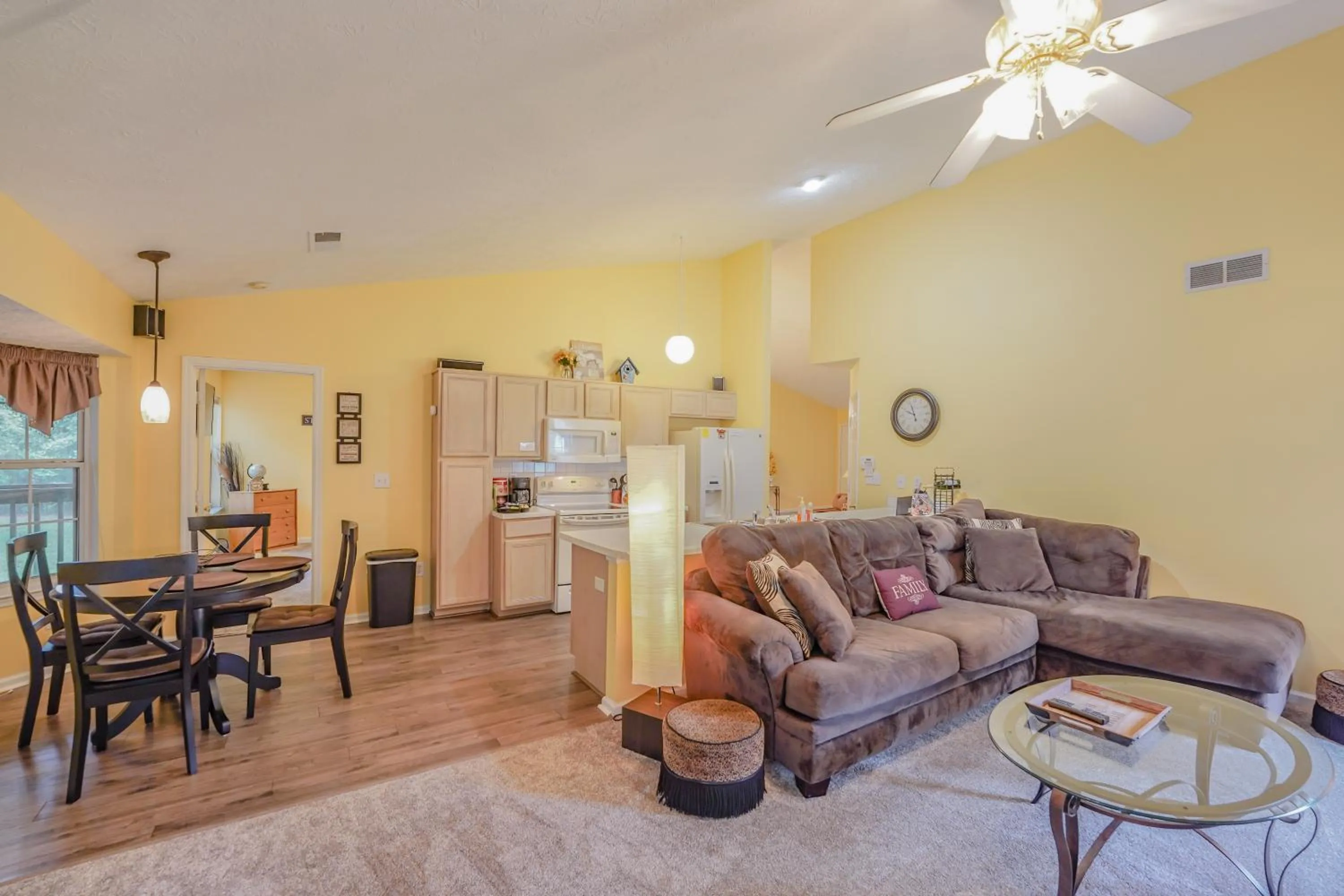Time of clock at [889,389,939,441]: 9:56
